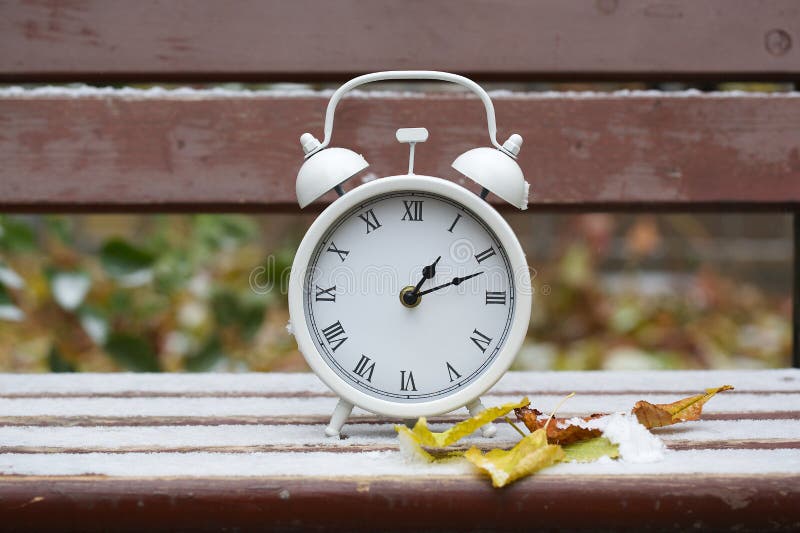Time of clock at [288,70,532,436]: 1:11
